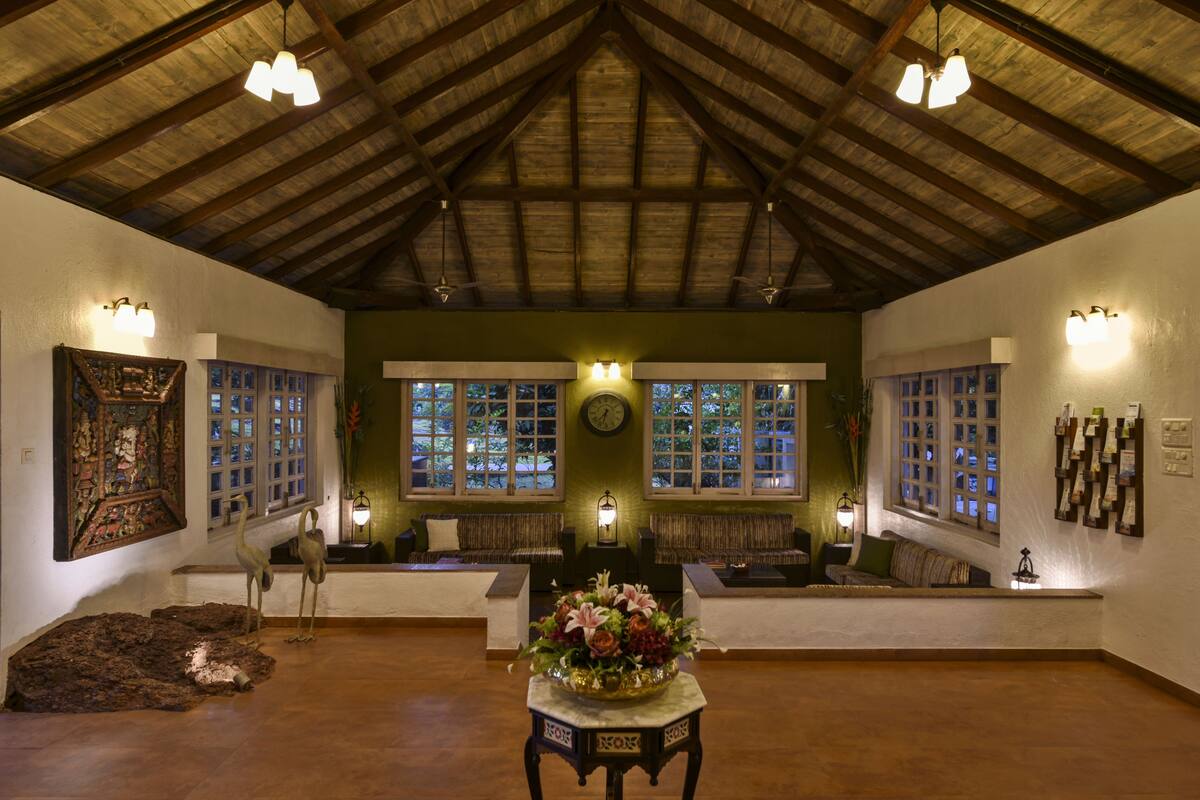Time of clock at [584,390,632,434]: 7:32
